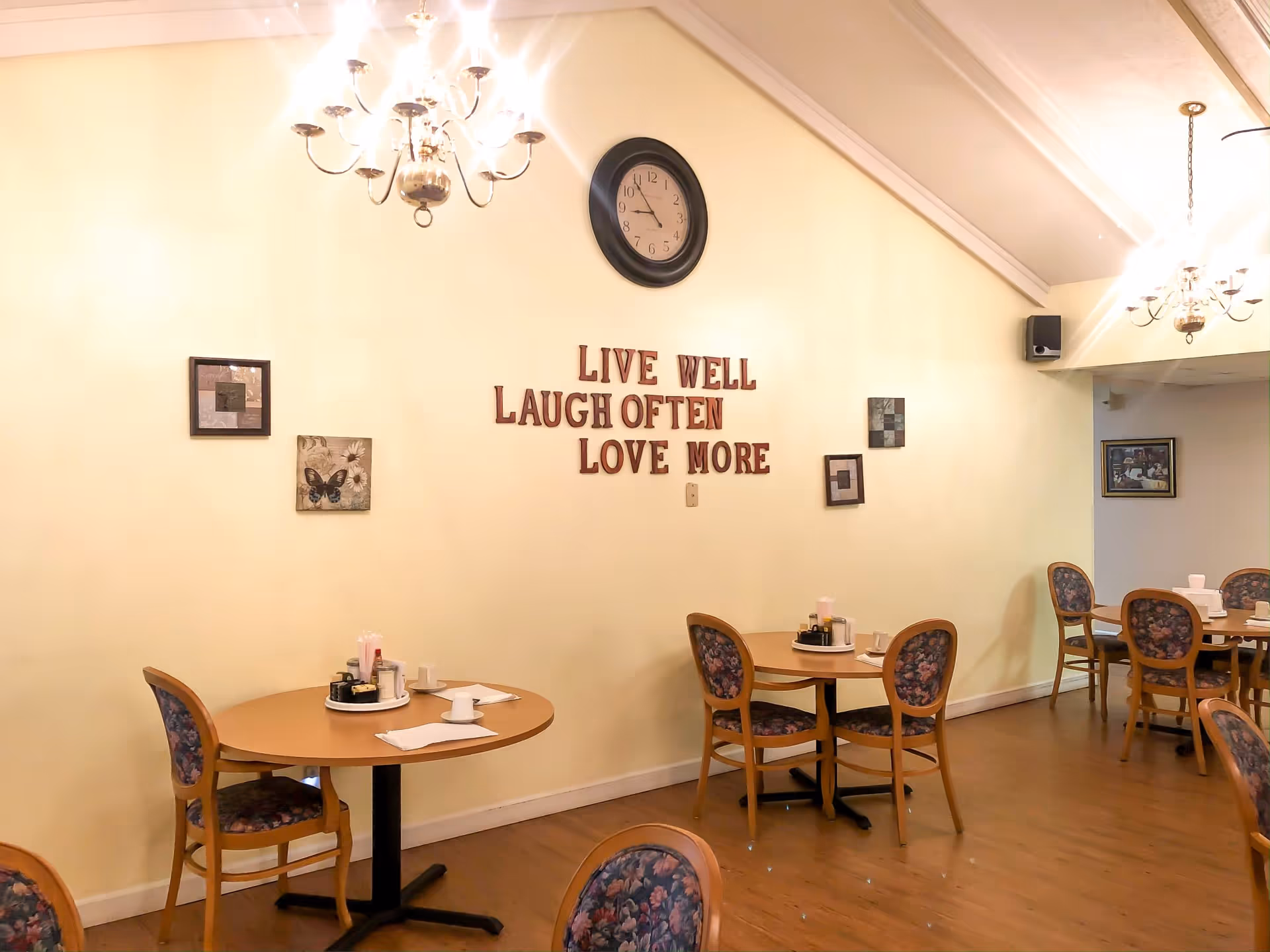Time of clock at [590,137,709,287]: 8:53
